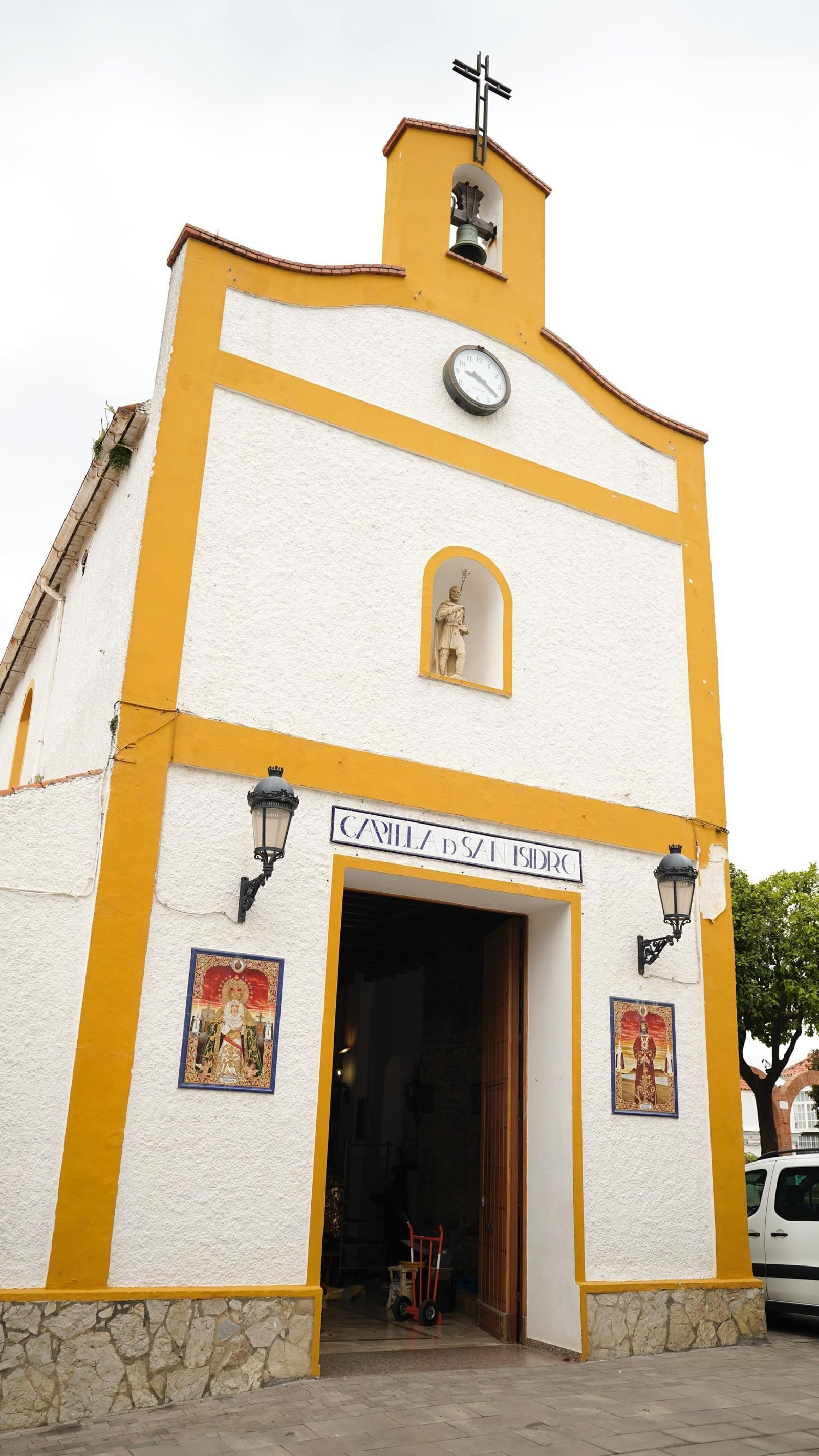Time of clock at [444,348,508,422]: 9:20
